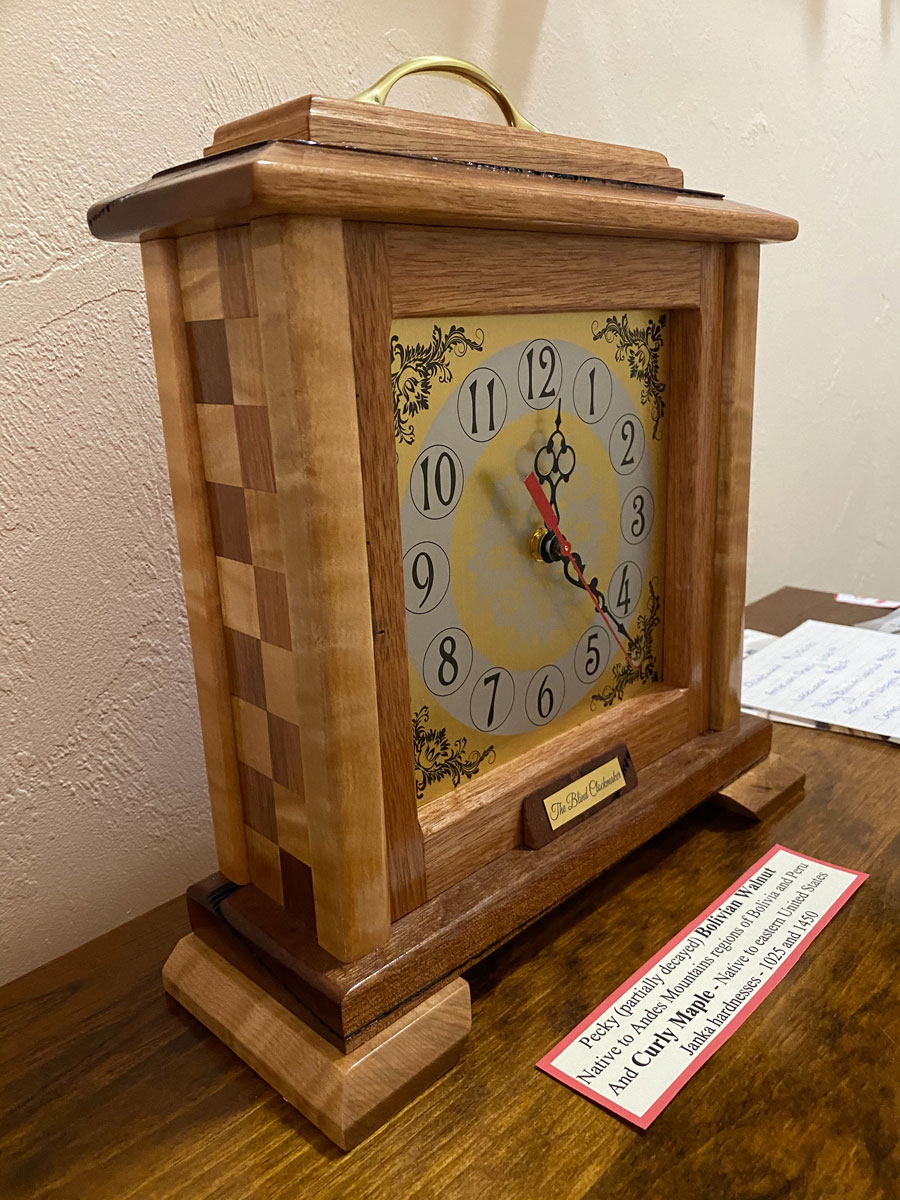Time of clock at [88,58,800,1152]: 12:20
